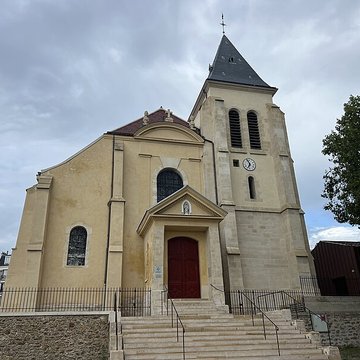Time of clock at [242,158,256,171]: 6:56
